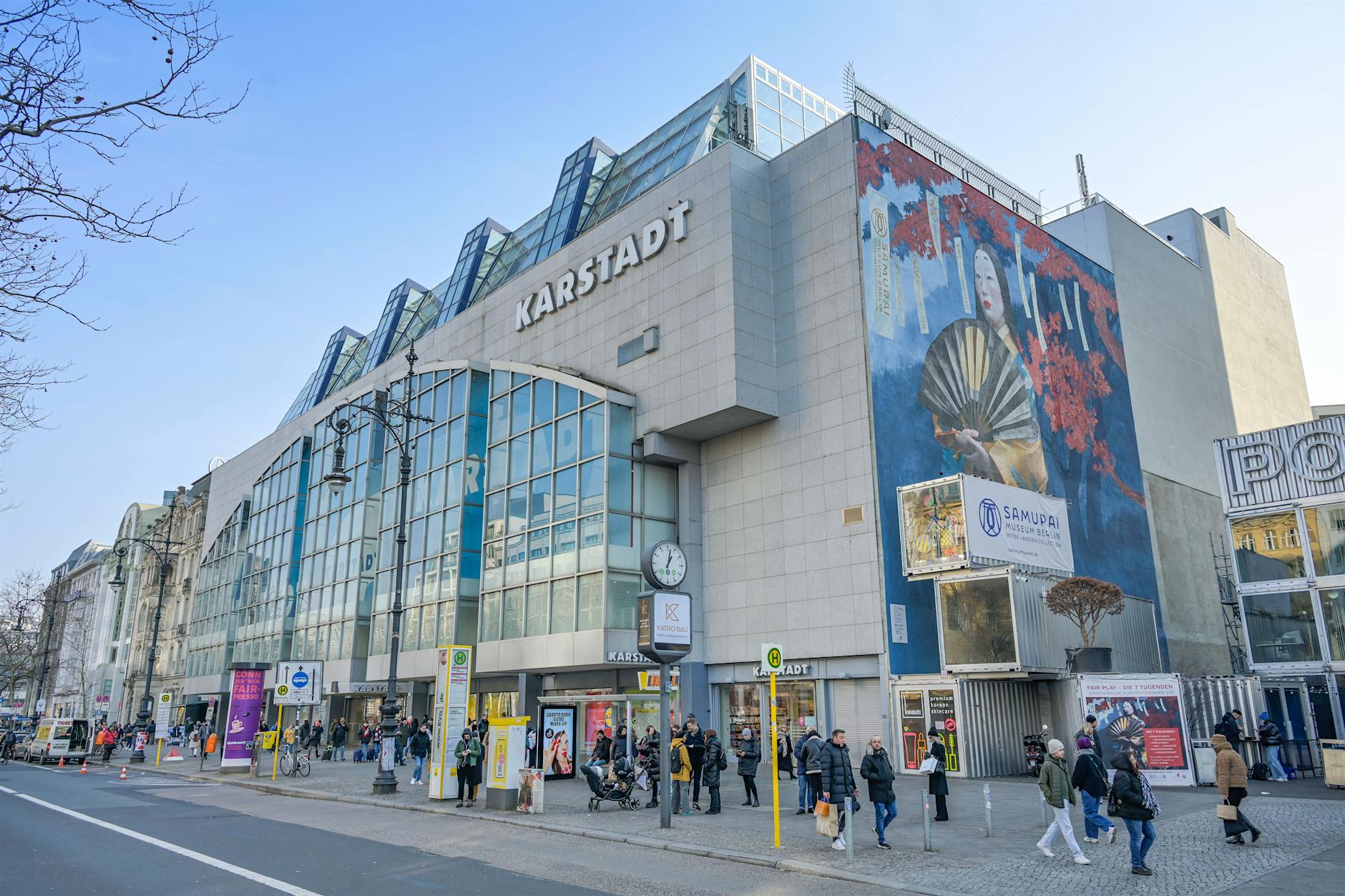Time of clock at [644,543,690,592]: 1:02
